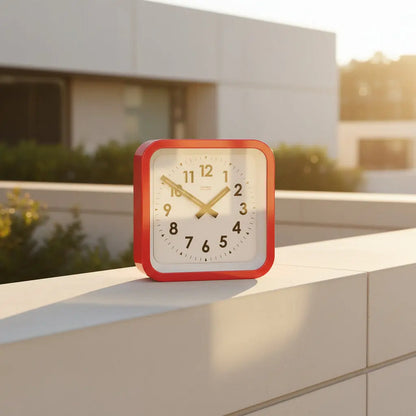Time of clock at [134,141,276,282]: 1:50
